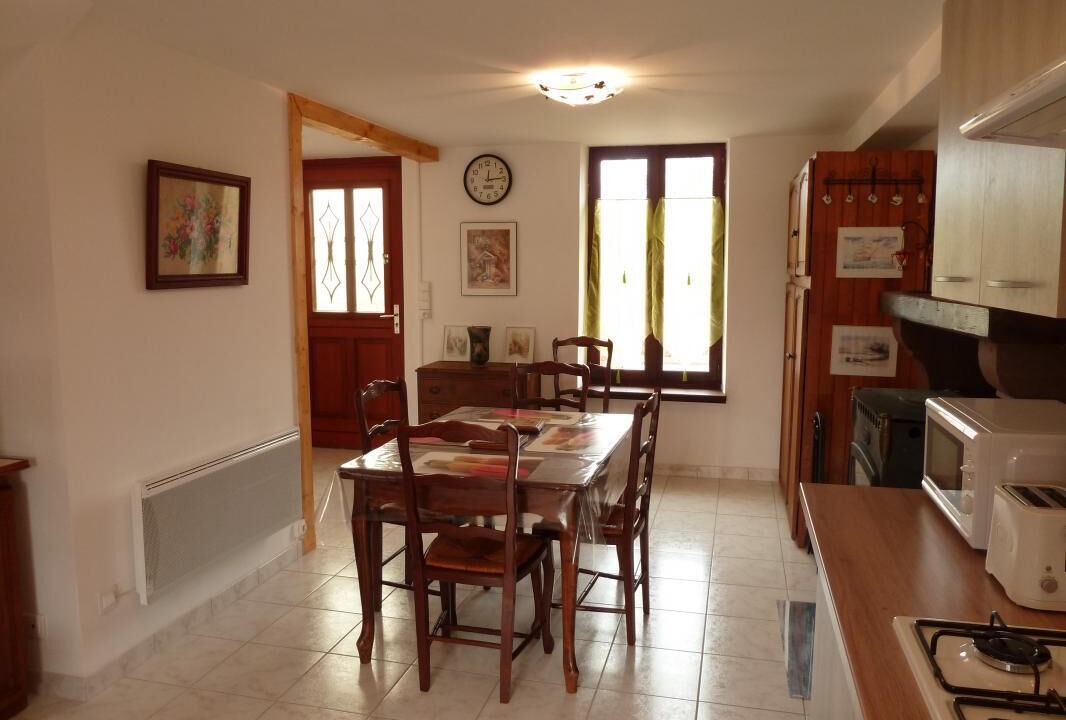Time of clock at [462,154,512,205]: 12:14
